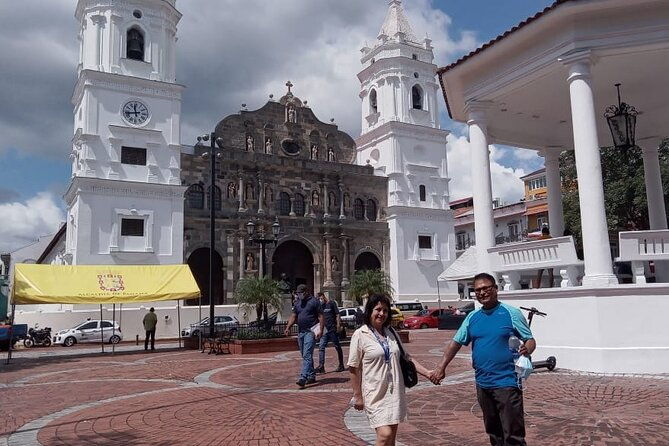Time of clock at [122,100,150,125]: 11:43
